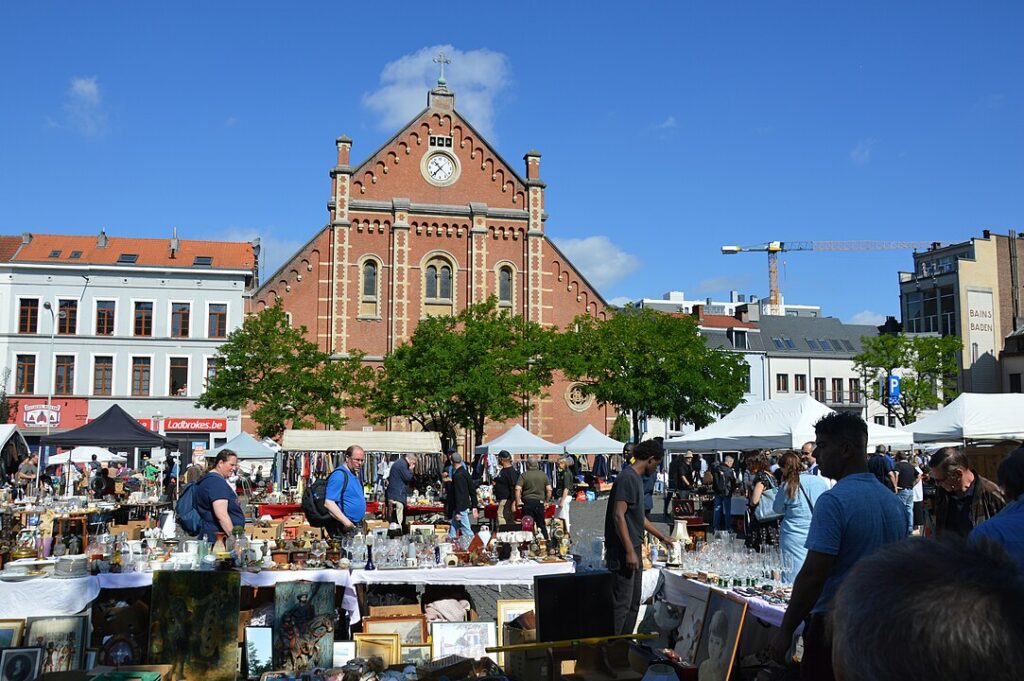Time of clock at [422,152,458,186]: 10:37
